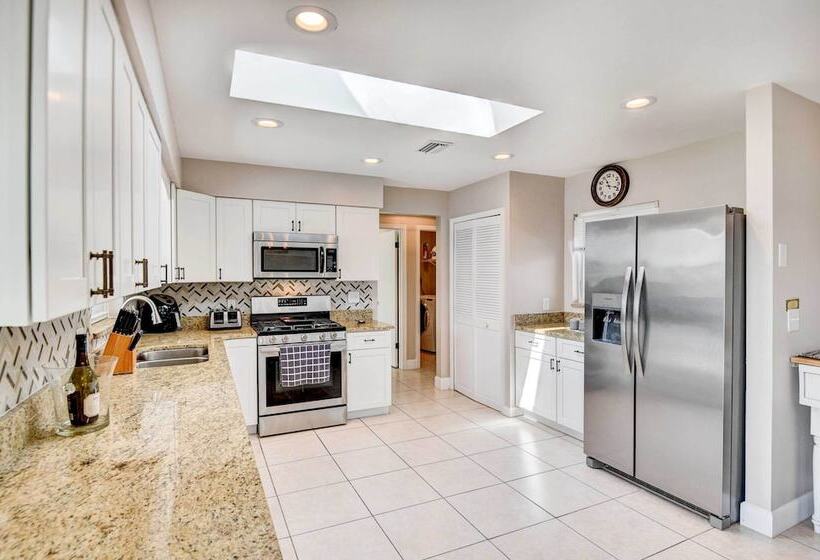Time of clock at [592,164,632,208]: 11:18
